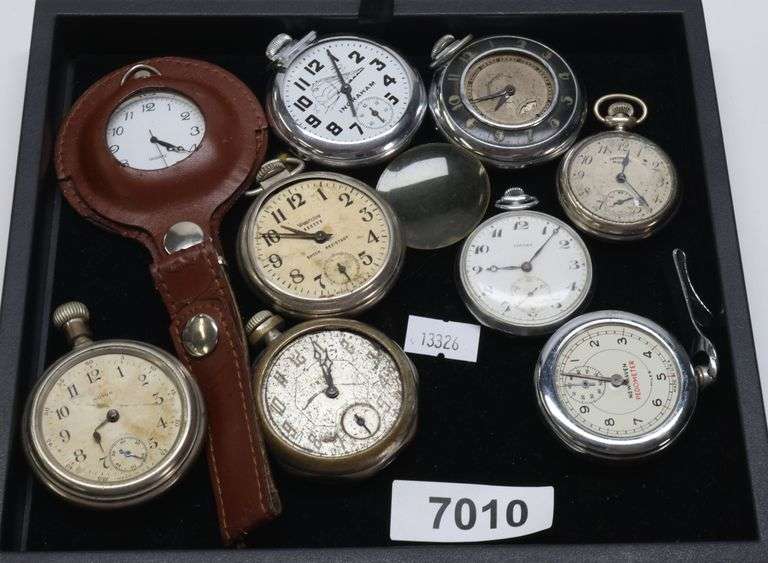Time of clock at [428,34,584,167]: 6:39
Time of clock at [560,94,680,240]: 12:22
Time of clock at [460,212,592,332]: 9:07
